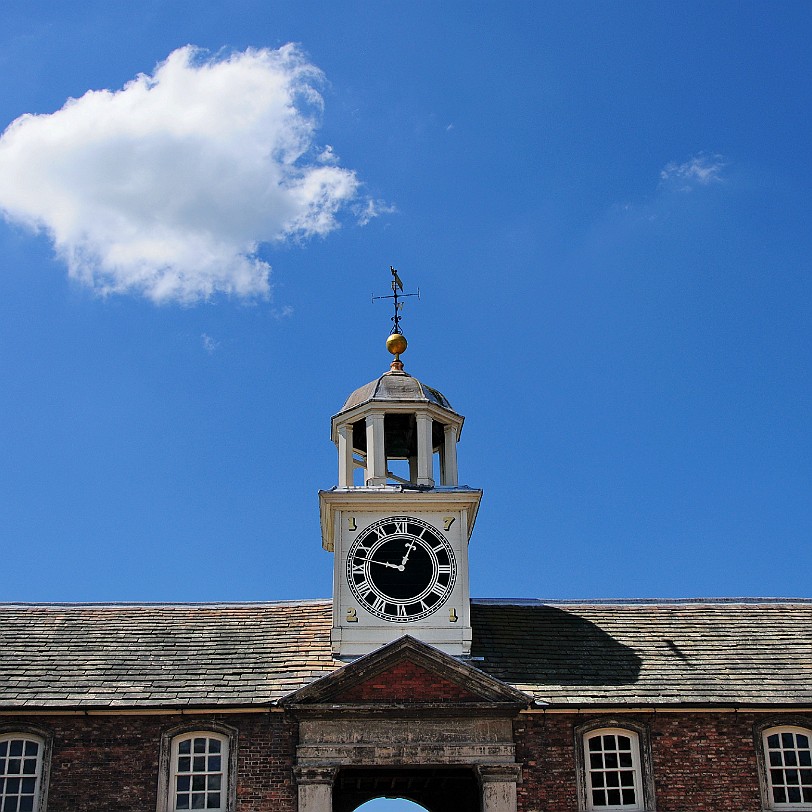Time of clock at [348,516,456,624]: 12:47
